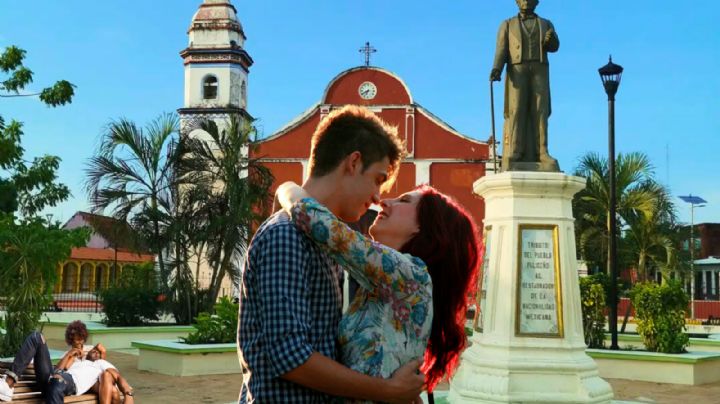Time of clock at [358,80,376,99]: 6:40
